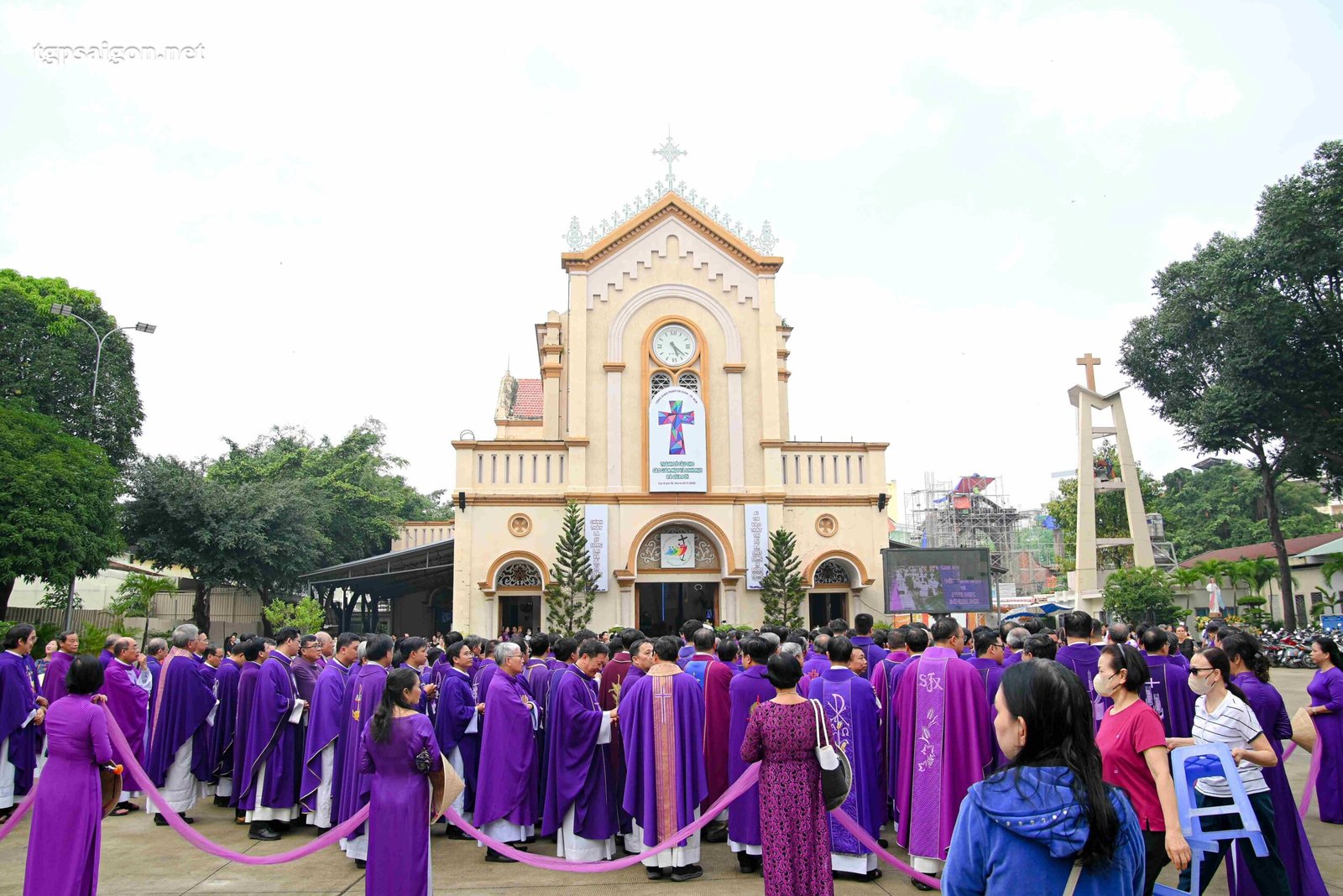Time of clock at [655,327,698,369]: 5:22
